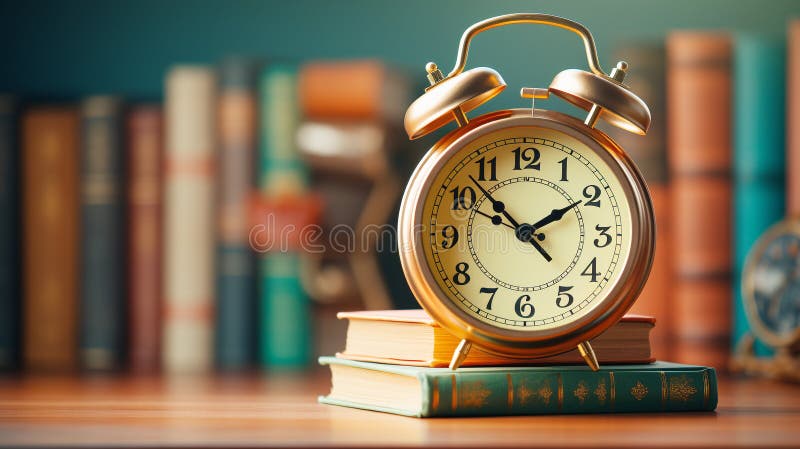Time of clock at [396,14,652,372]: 1:52
